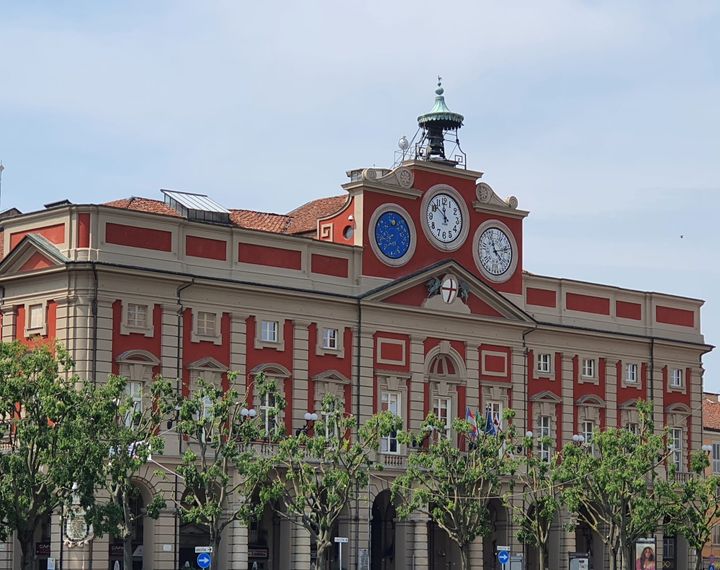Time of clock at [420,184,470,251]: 11:51
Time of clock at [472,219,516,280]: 11:13
